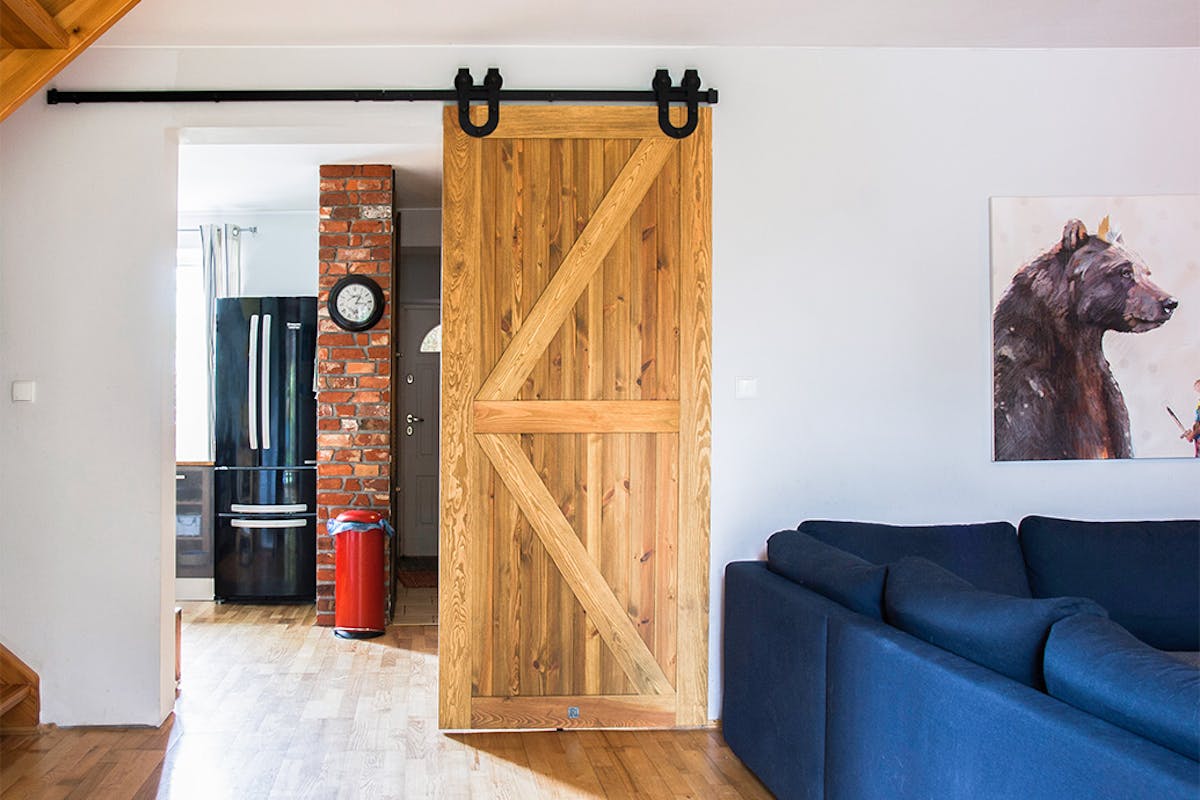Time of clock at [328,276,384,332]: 1:16
